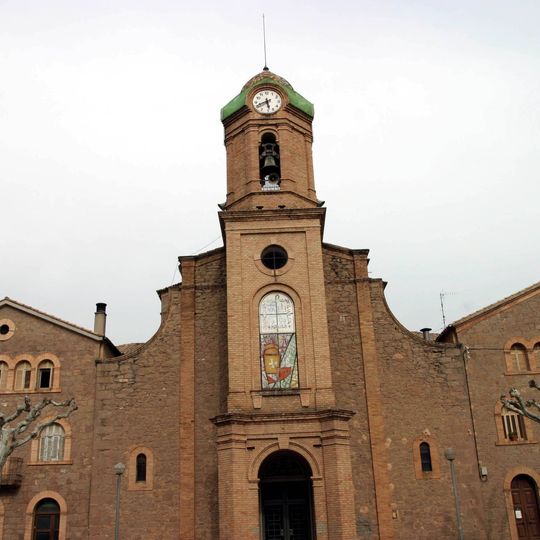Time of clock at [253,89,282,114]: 5:41
